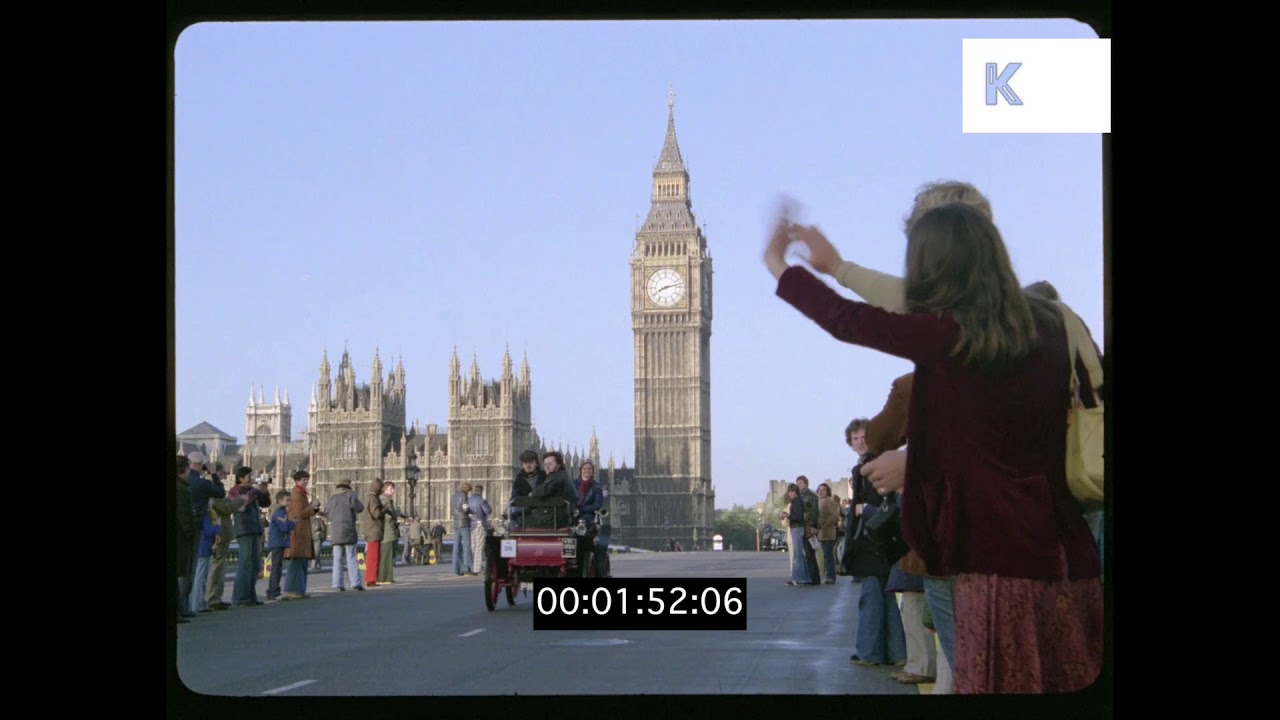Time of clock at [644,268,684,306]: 8:12
